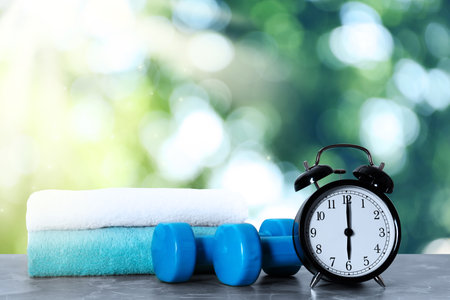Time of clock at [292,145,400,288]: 6:00
